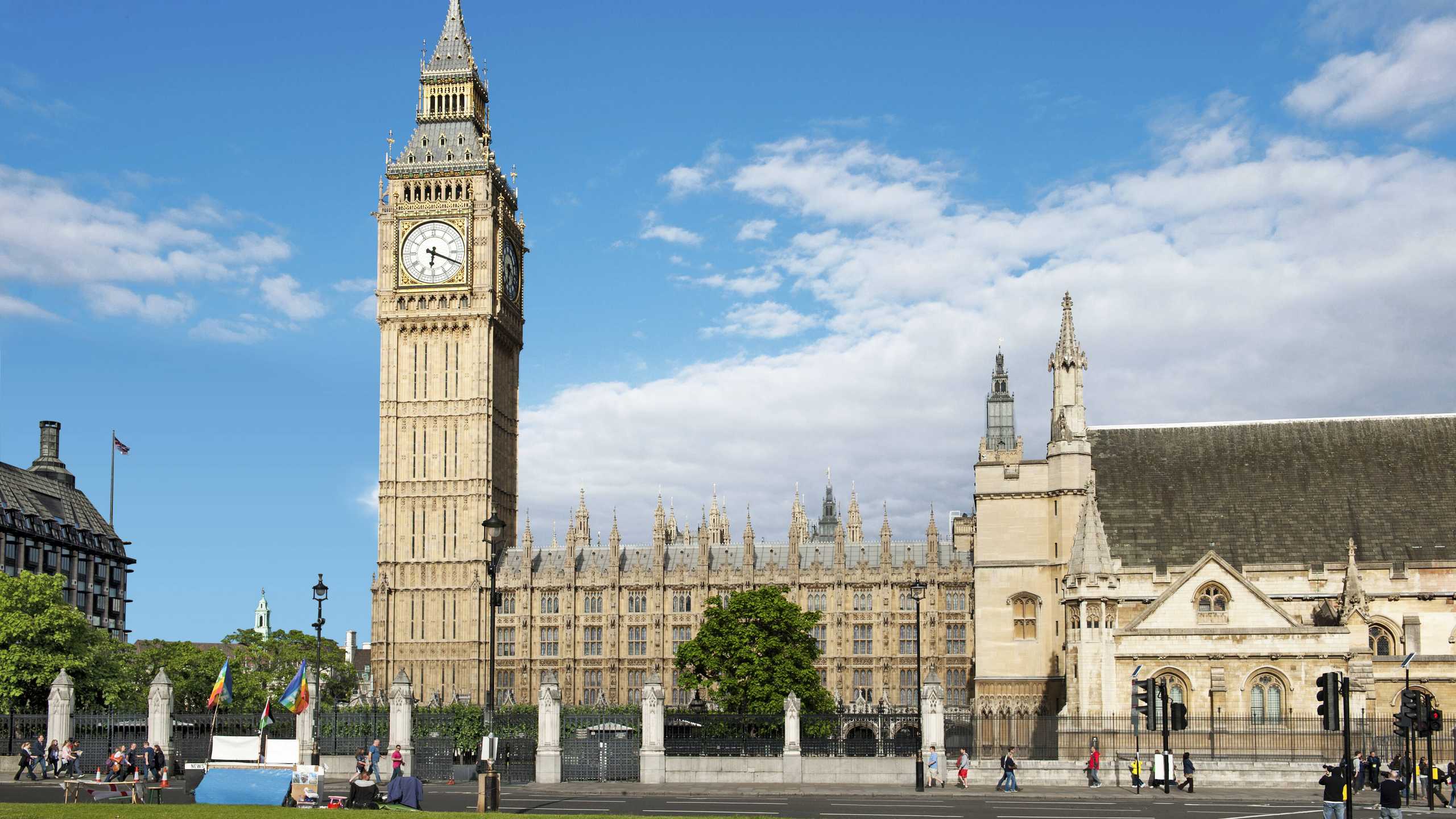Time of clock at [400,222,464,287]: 6:18
